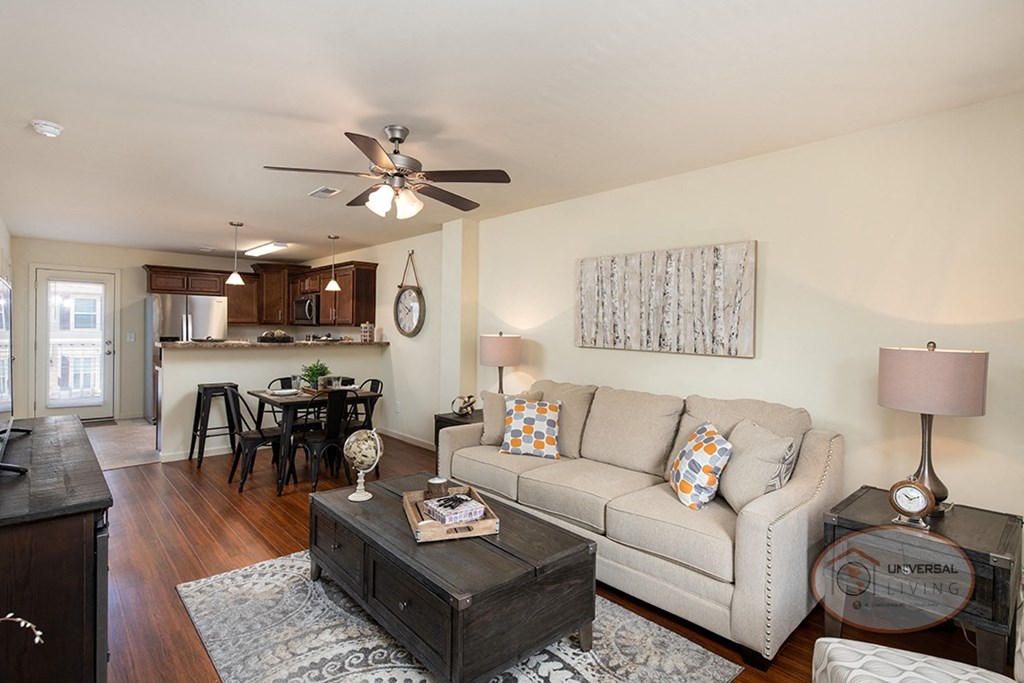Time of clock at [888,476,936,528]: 10:11
